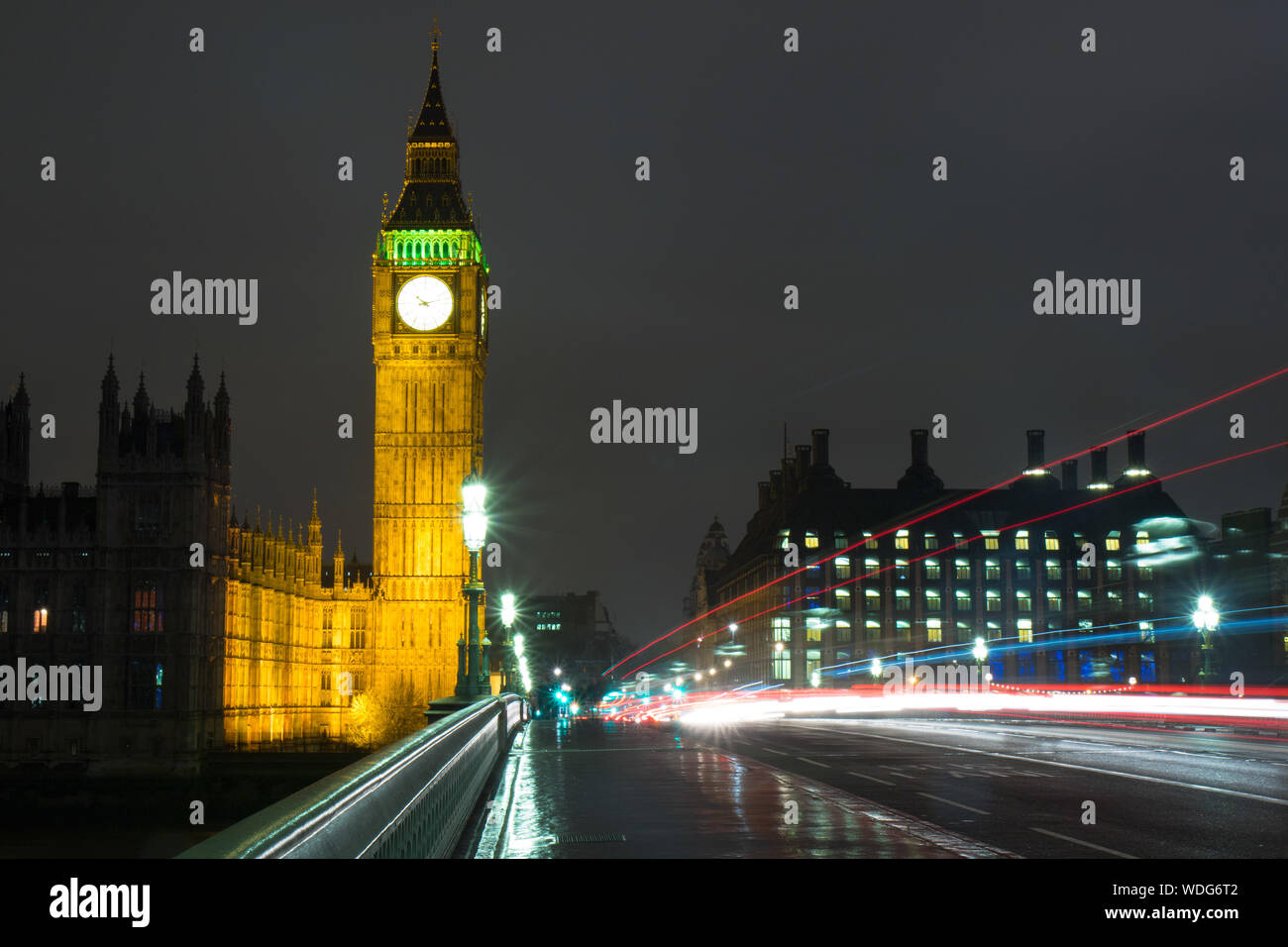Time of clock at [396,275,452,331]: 10:12
